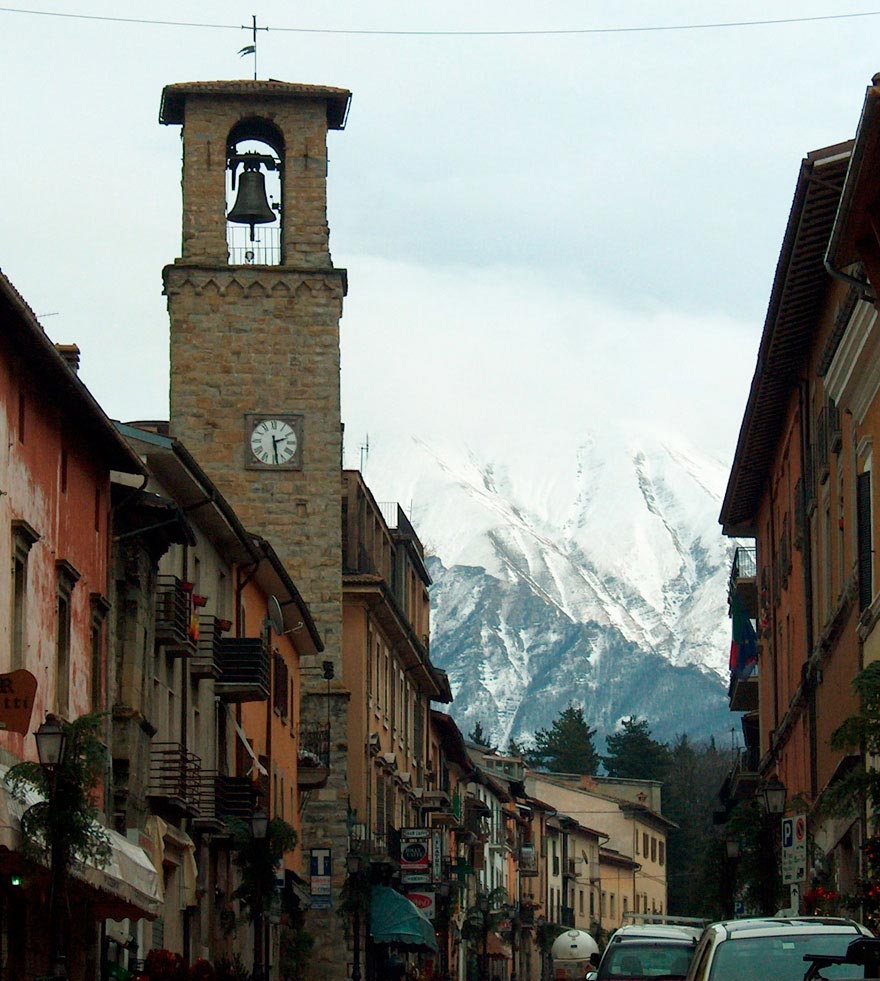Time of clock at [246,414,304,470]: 2:28
